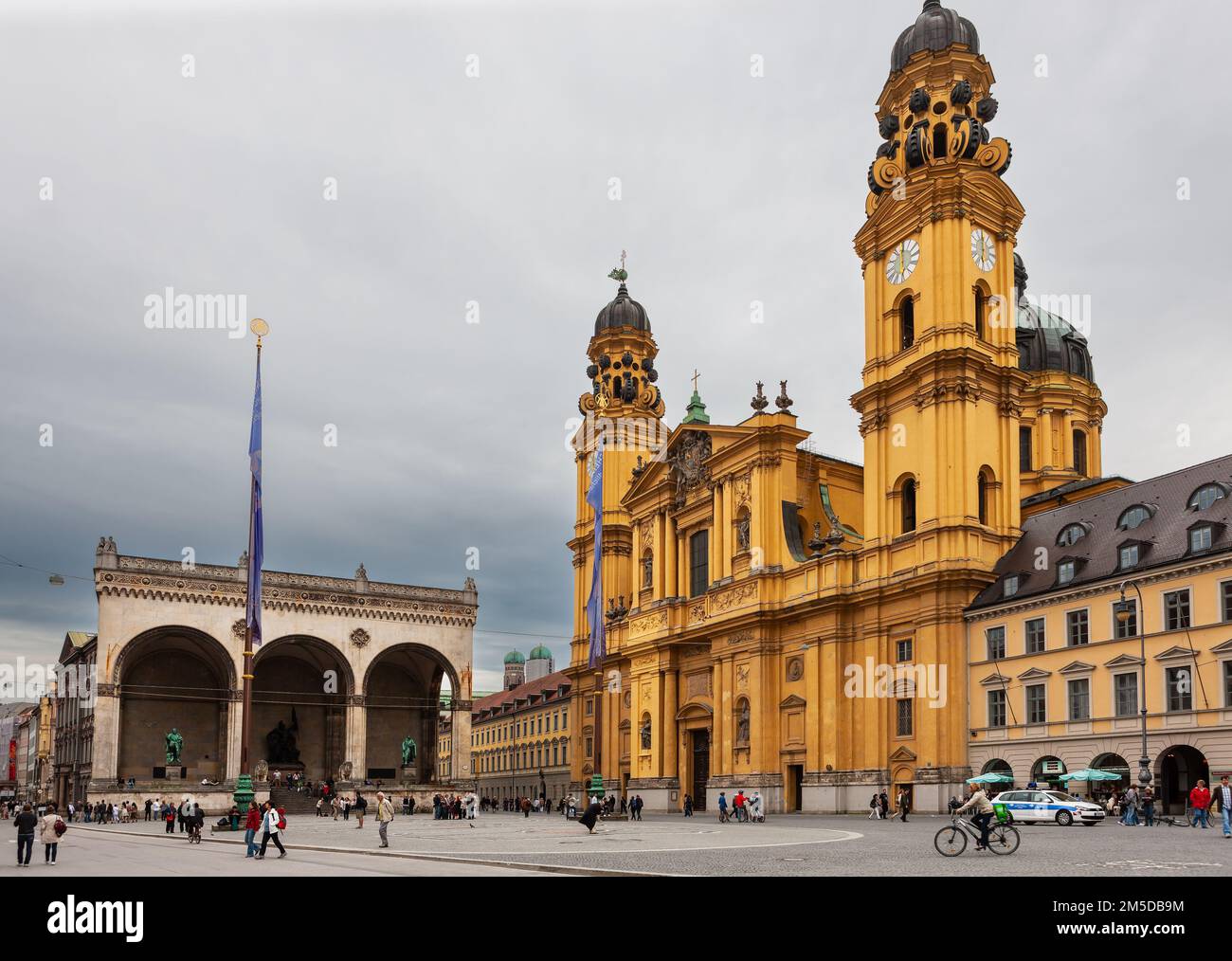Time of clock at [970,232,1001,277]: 5:59
